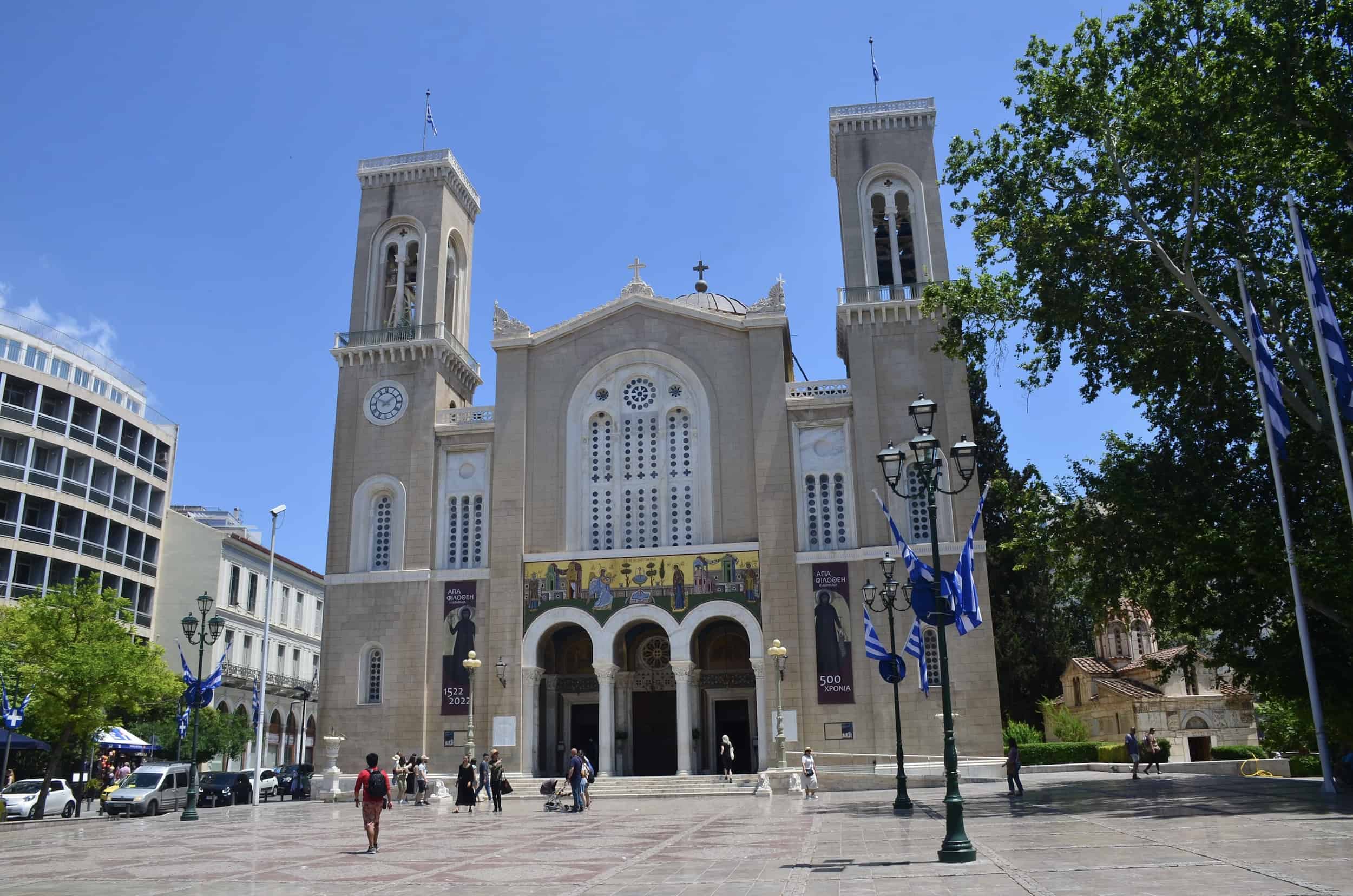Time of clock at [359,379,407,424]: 1:49
